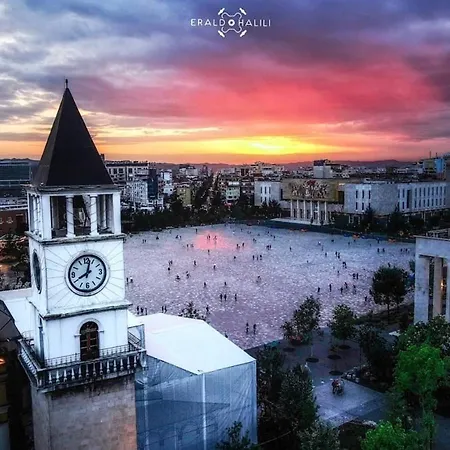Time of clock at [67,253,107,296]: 8:02
